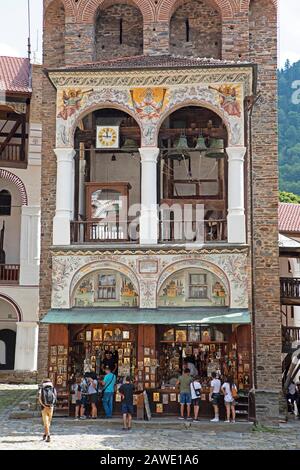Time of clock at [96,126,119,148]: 11:45
